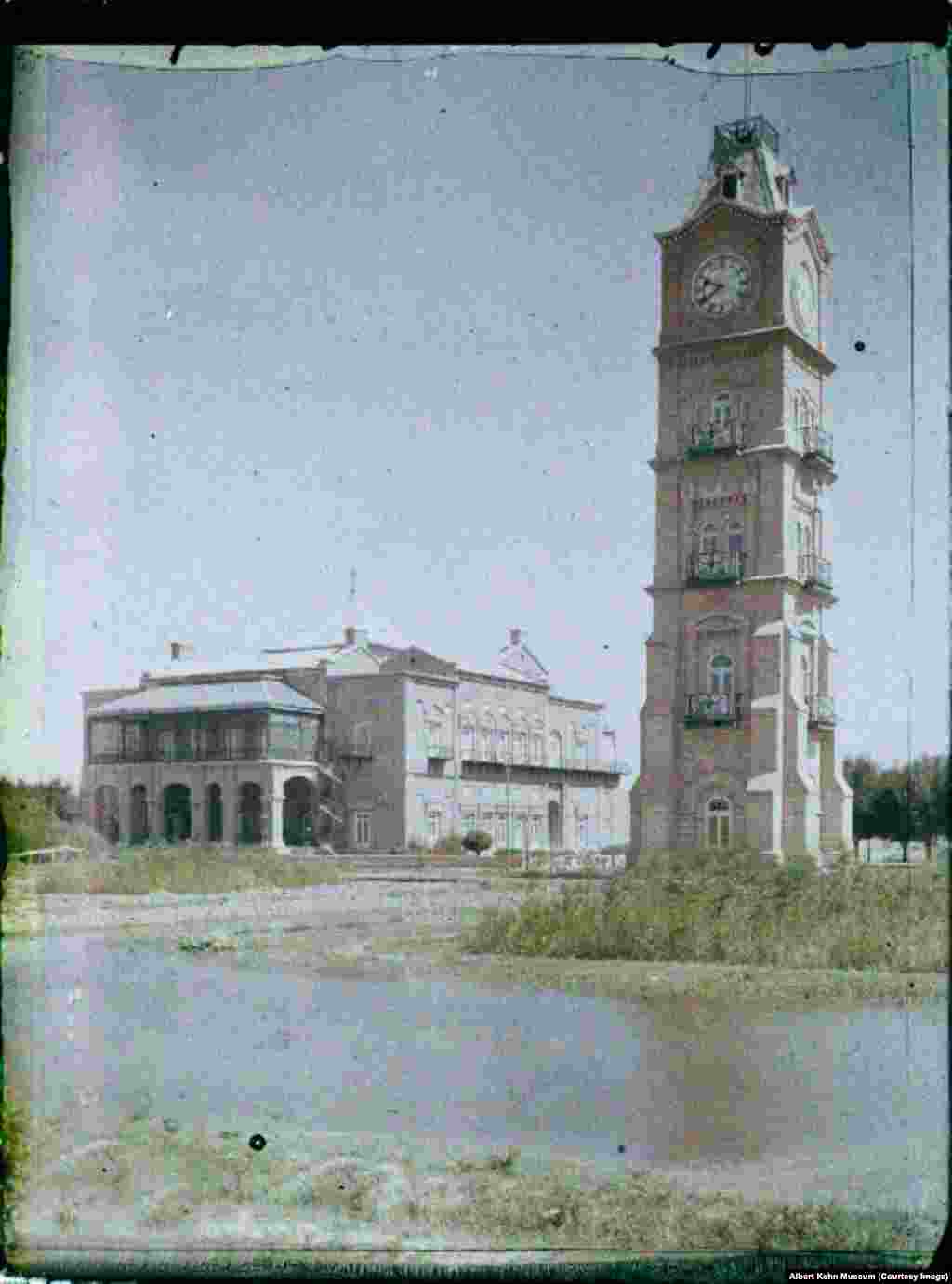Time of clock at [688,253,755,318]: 9:39
